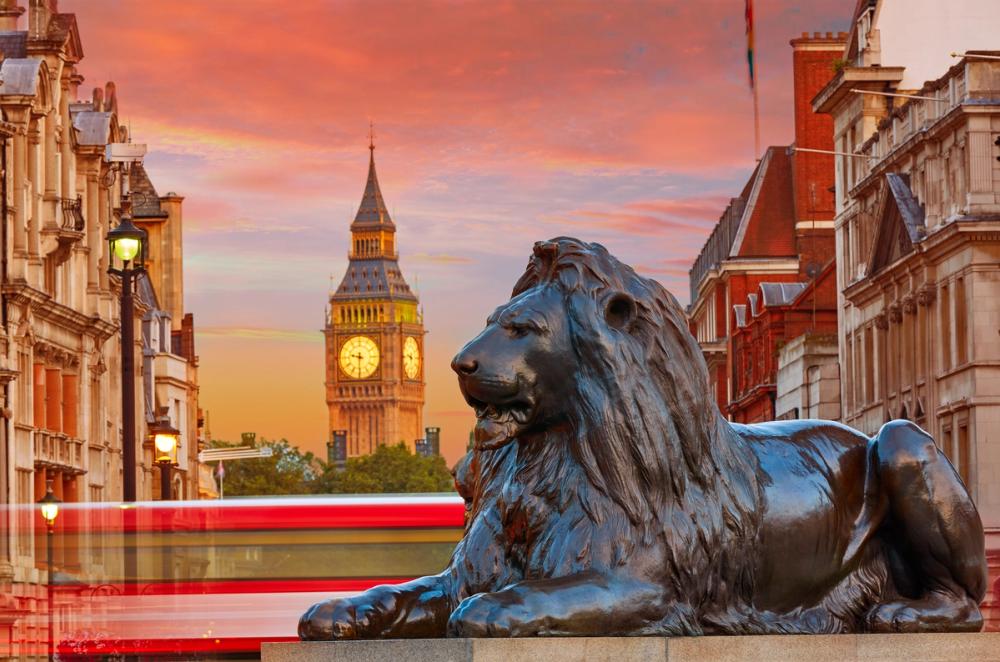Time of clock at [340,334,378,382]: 9:30
